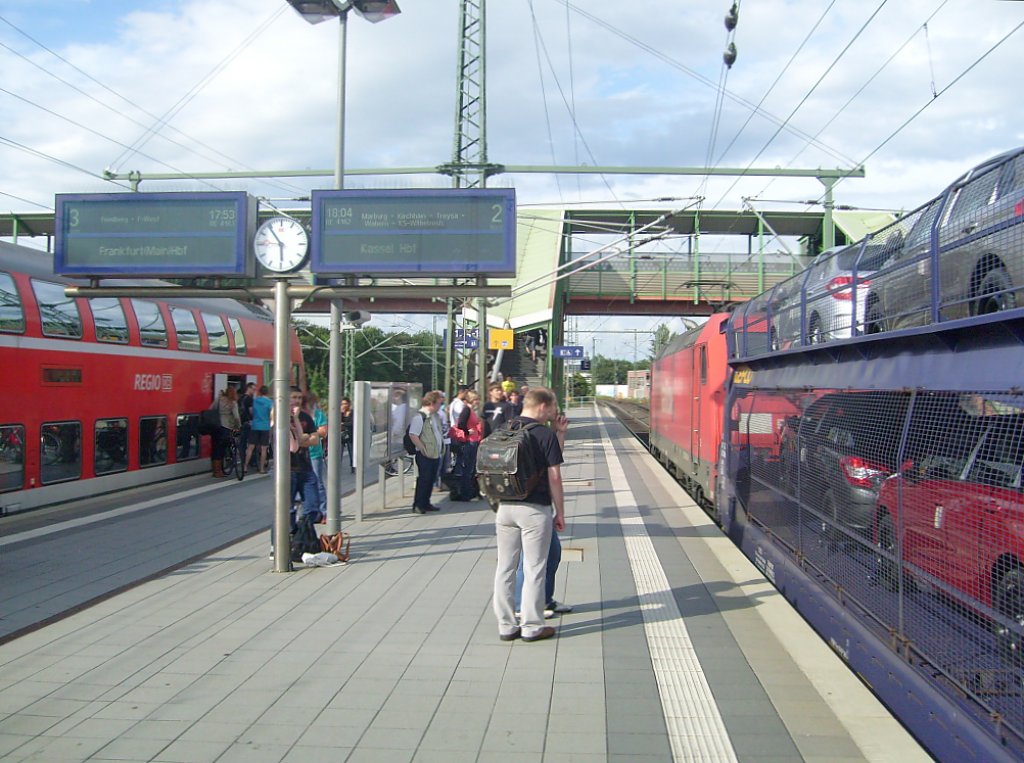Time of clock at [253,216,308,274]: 5:53
